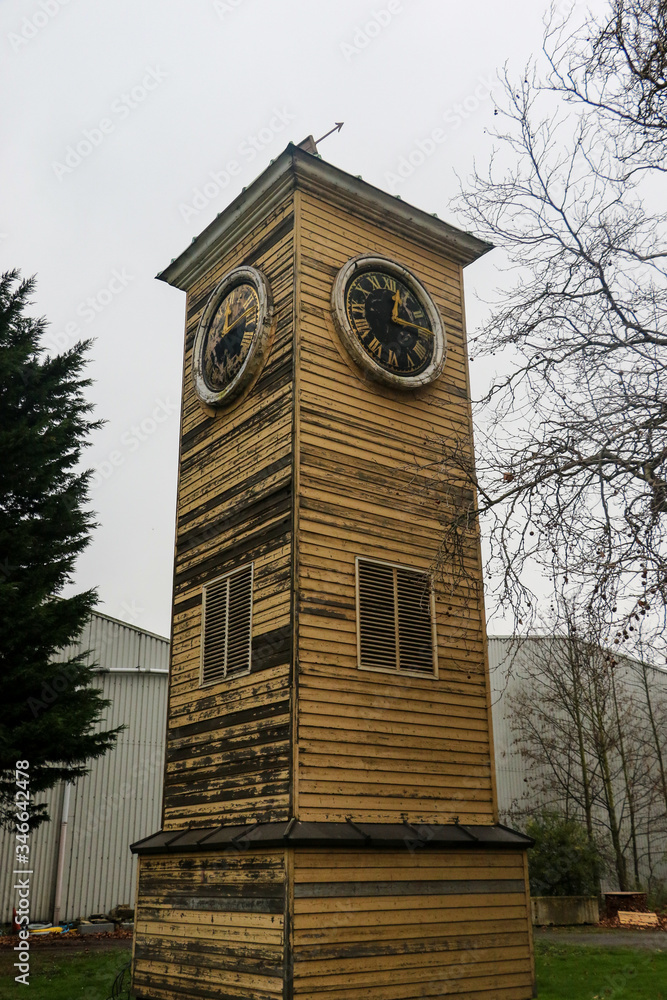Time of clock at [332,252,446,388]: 12:16
